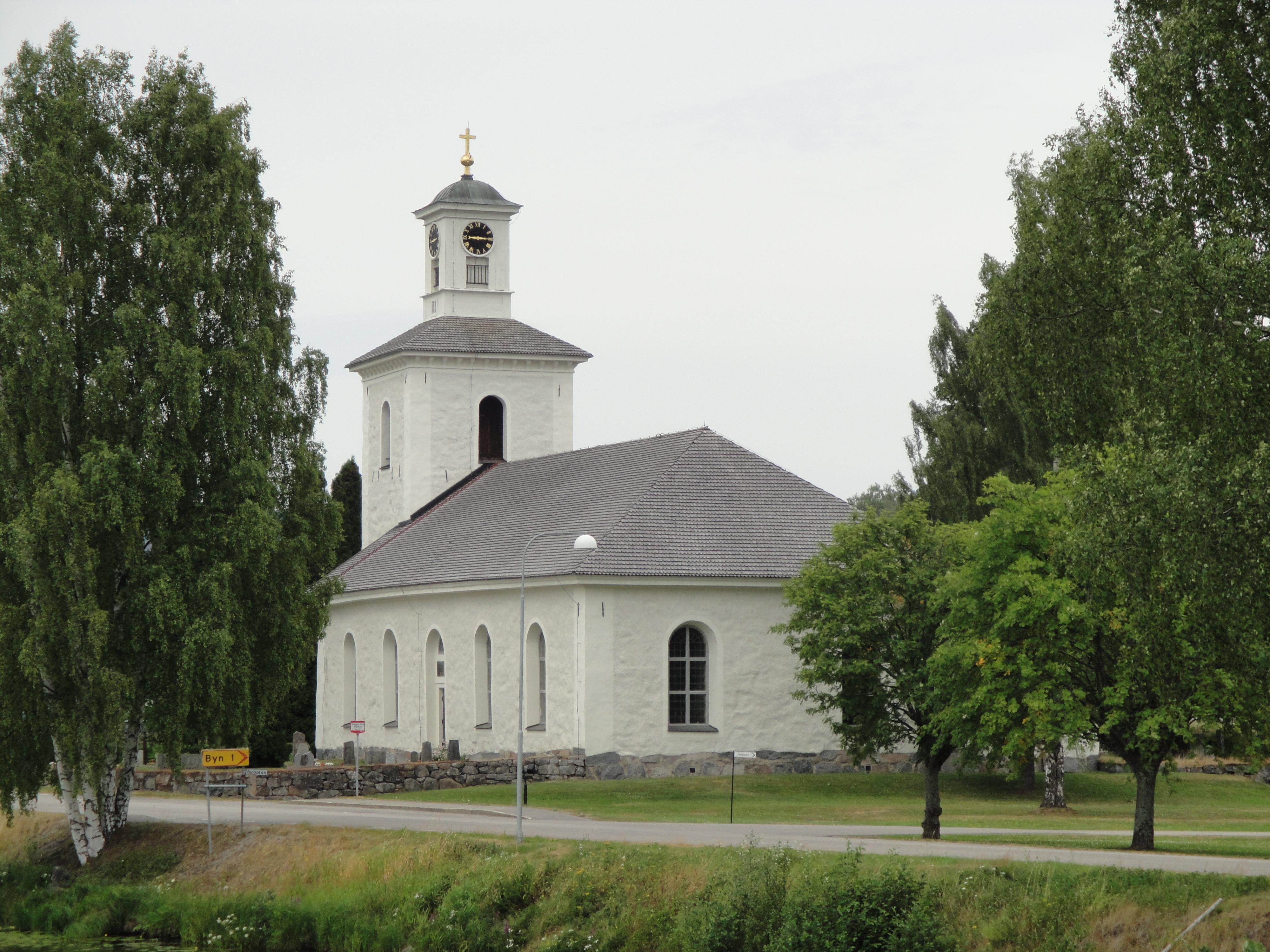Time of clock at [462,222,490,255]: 9:15
